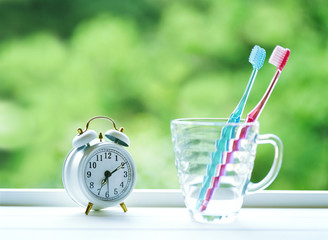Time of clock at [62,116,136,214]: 7:10
